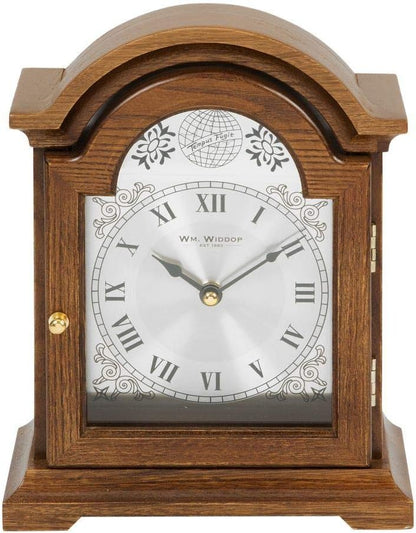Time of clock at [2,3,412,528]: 10:09
